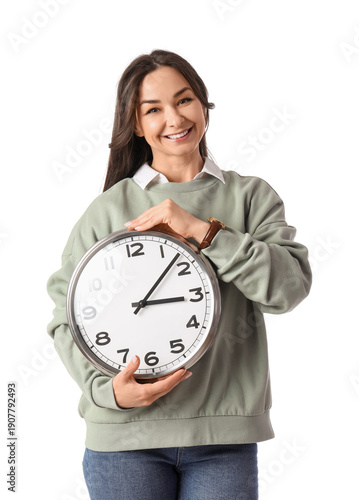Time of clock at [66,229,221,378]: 3:07
